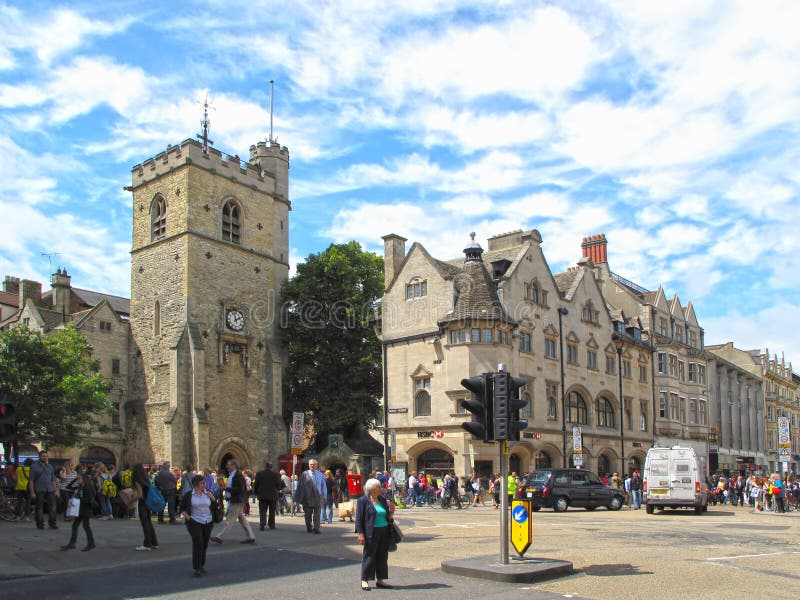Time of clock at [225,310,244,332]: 1:57
